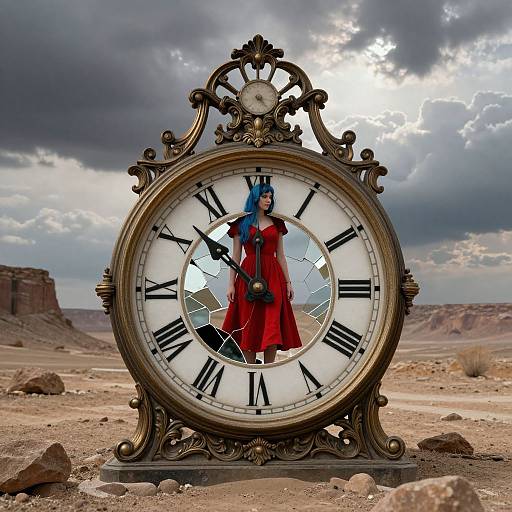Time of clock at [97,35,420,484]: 11:52
